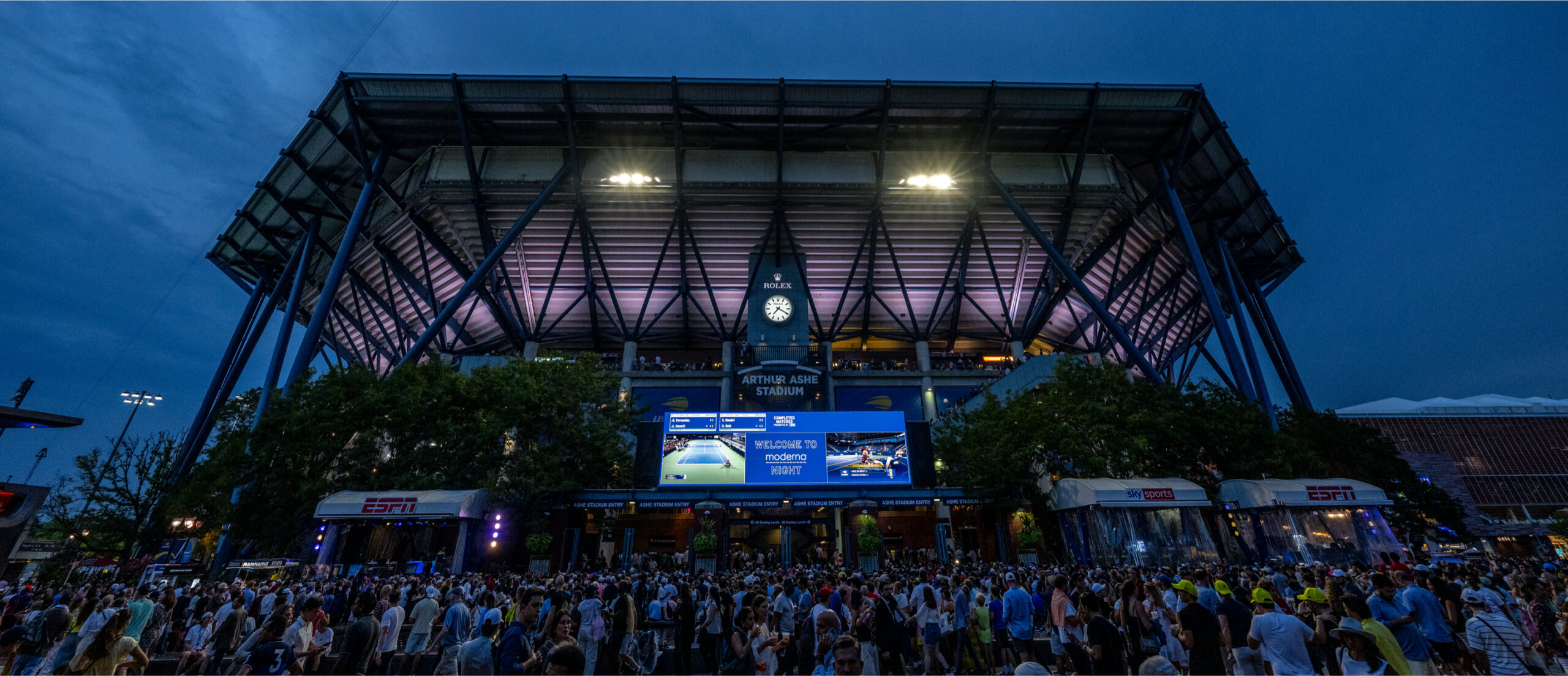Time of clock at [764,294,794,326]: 7:19
